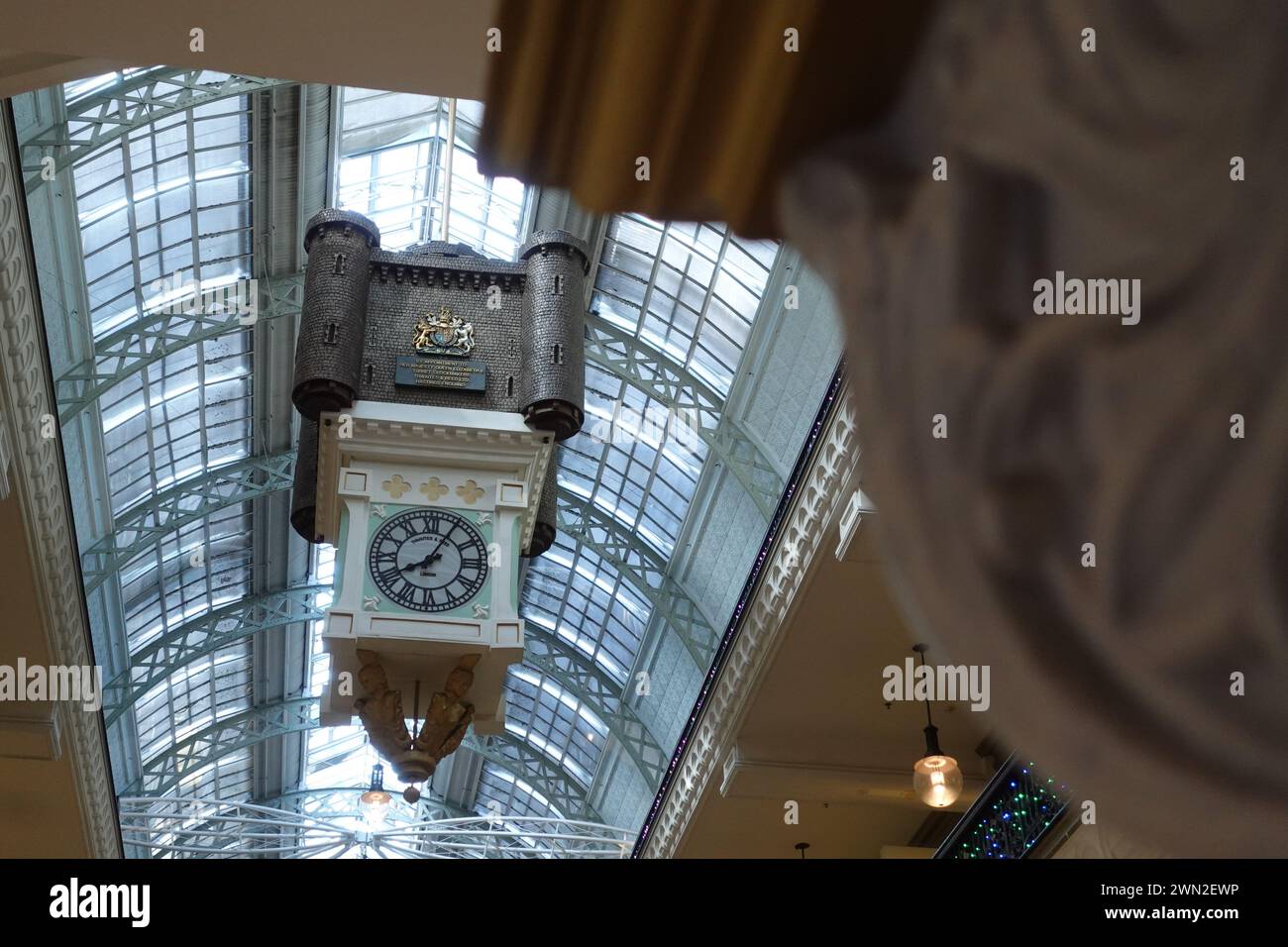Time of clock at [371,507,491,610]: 8:05
